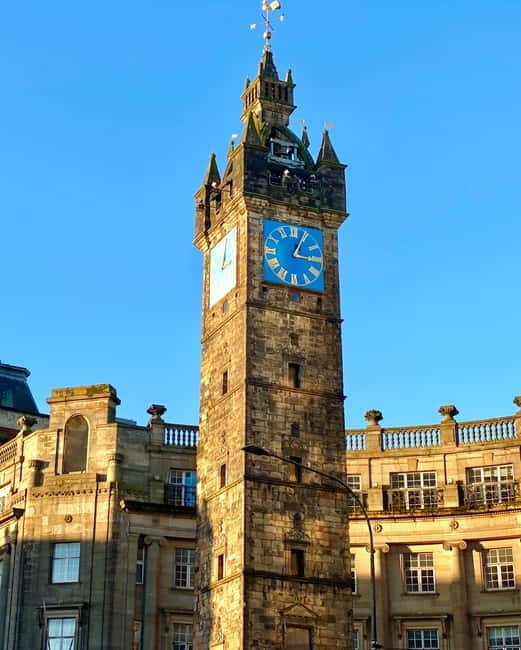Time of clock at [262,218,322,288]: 3:04
